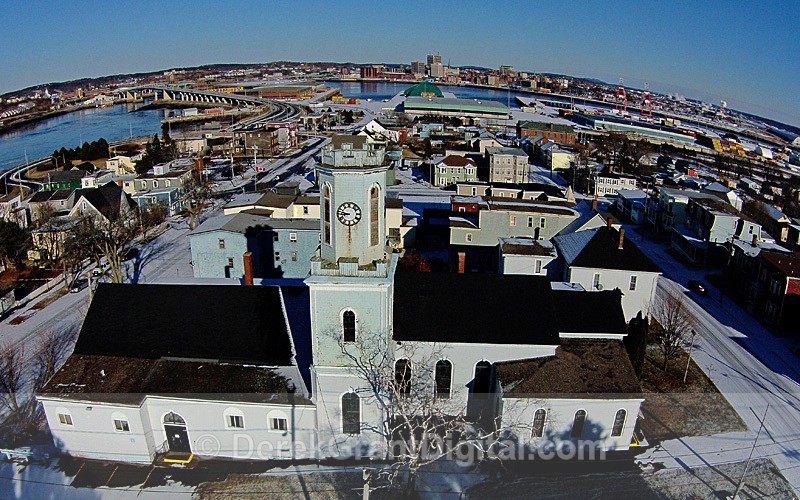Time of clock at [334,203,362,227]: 8:47
